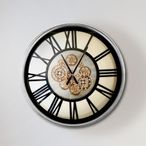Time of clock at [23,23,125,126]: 11:05
